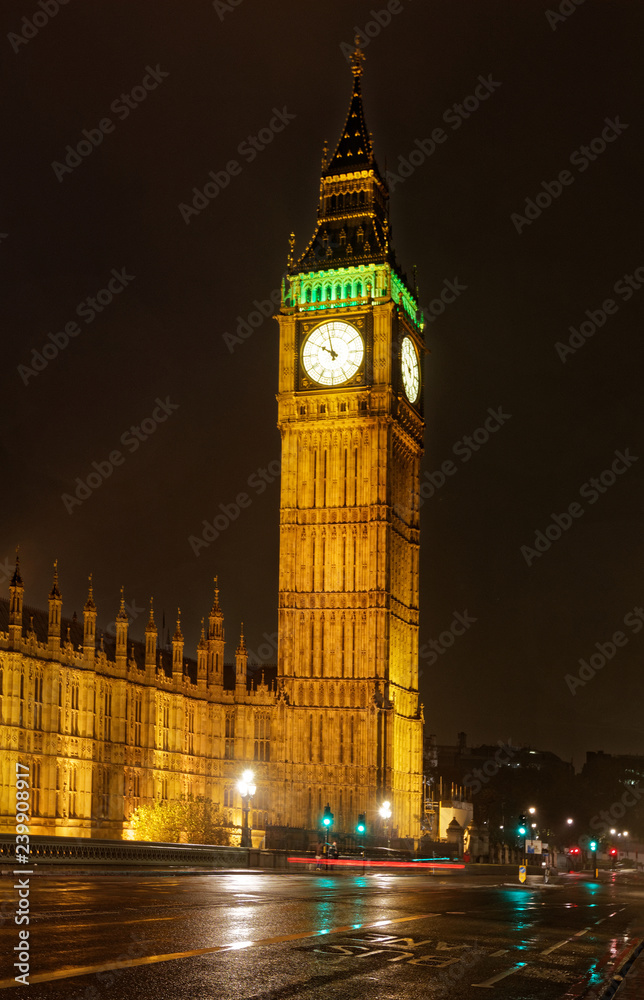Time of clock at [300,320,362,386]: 9:57
